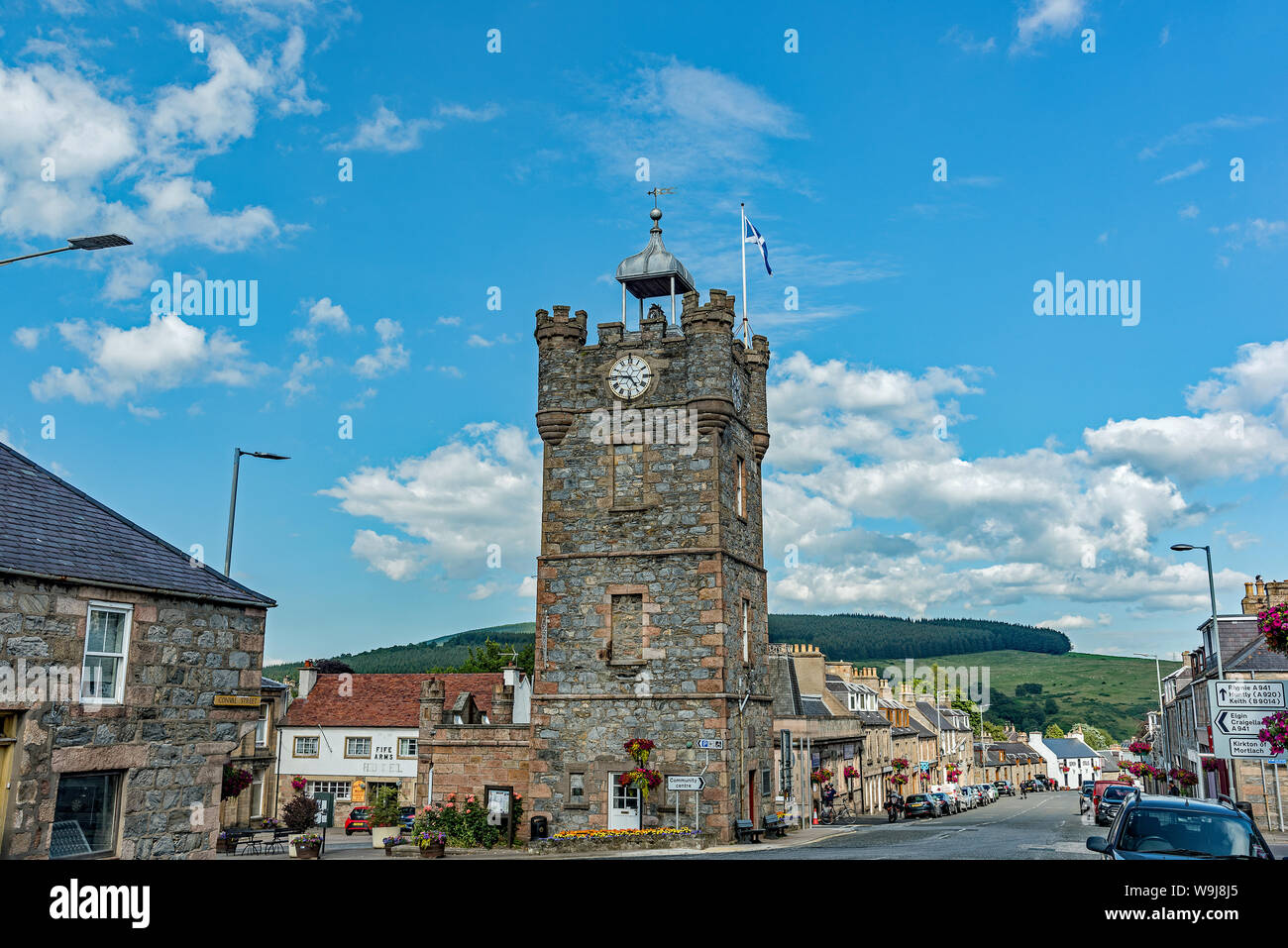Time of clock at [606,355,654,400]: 4:45
